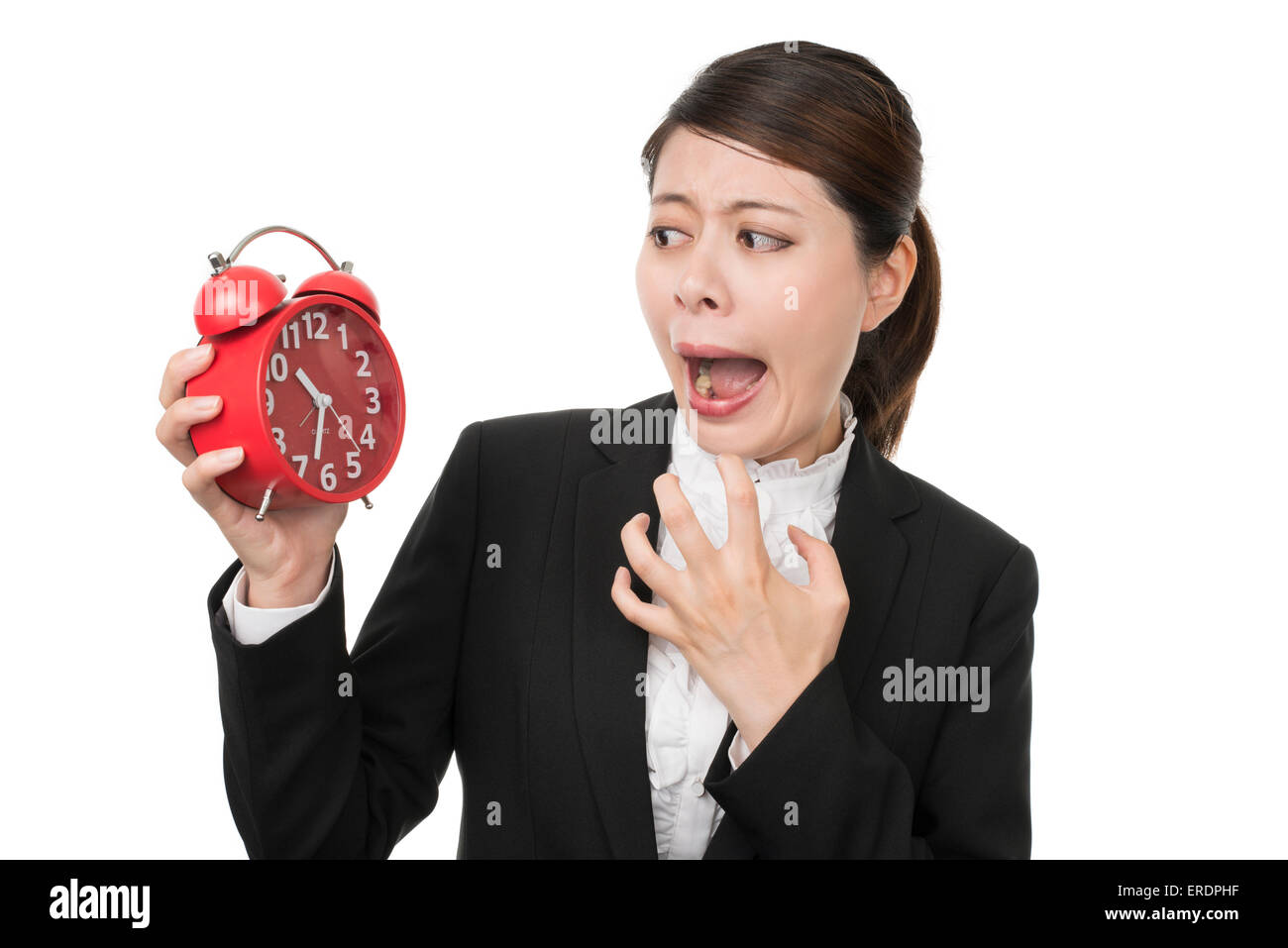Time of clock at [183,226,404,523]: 10:32
